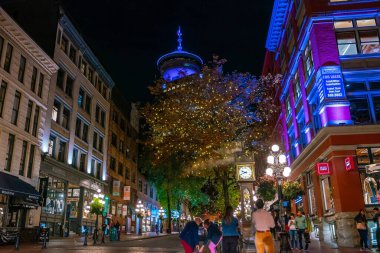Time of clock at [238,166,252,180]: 9:41
